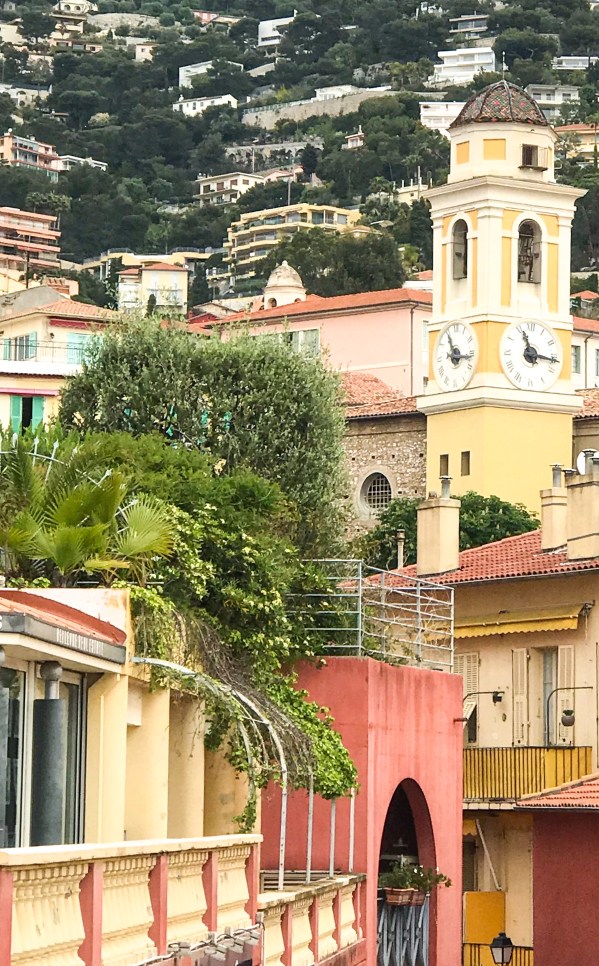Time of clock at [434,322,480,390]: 11:16
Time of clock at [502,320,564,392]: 11:16
